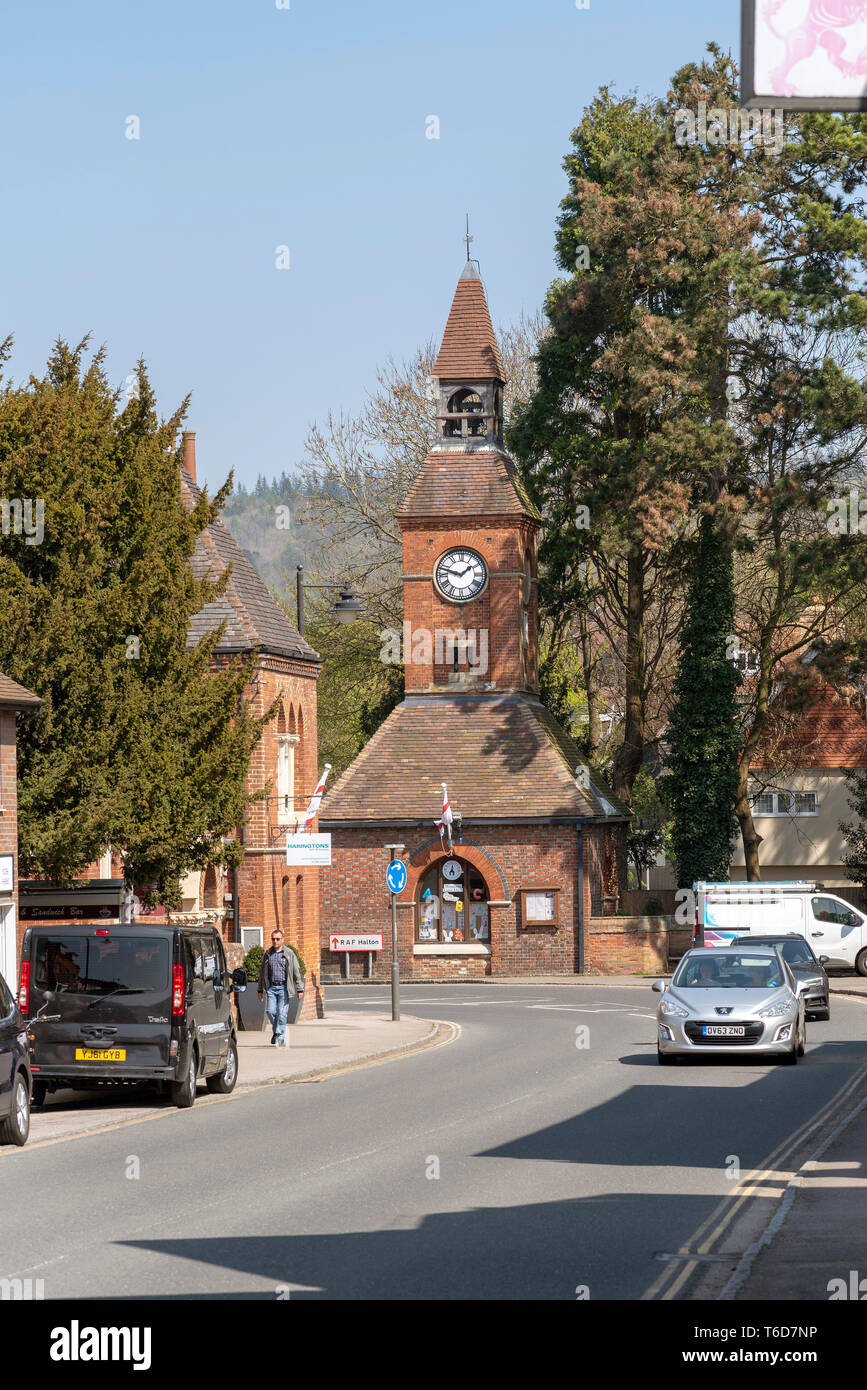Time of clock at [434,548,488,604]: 1:47
